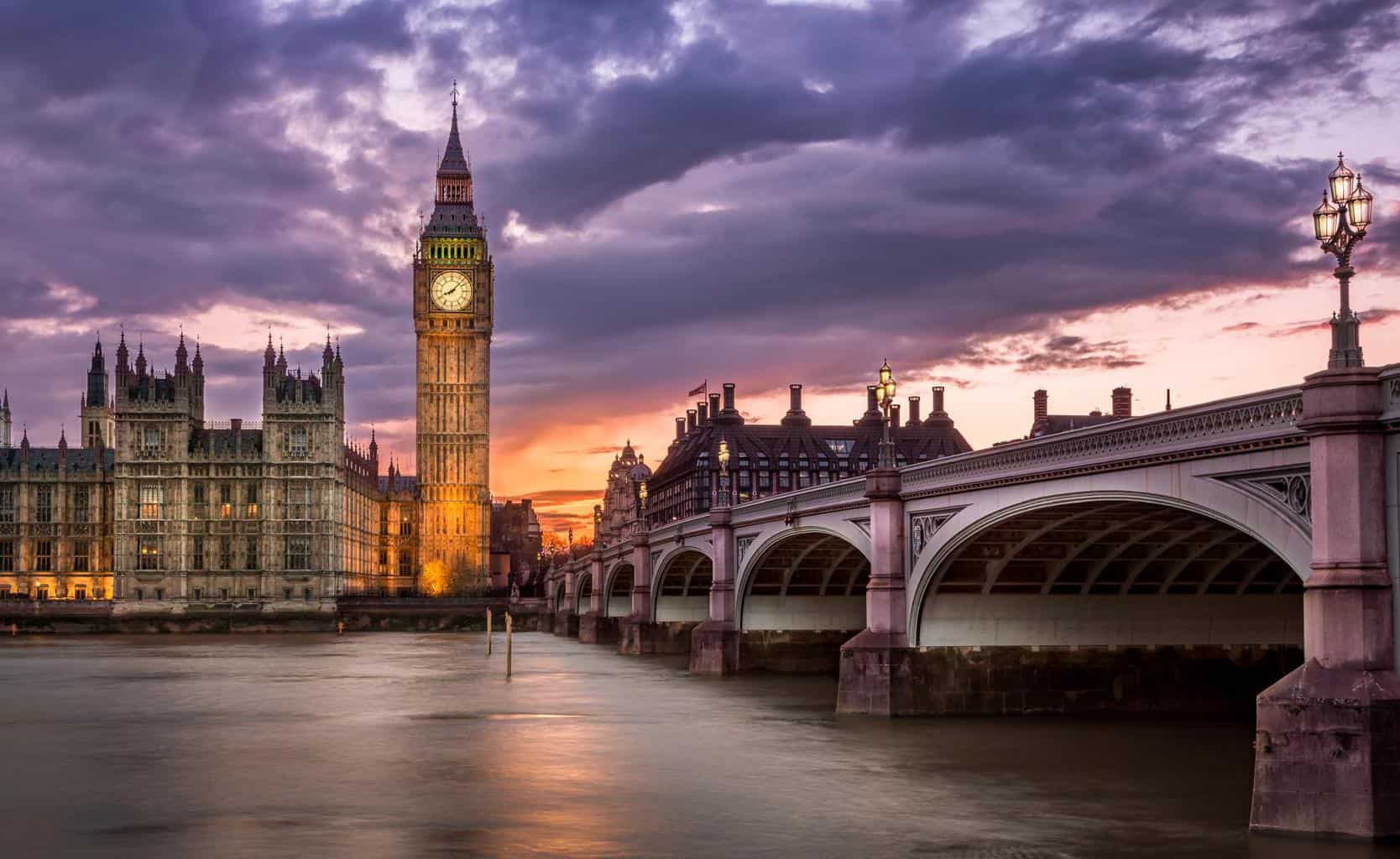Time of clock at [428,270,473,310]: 8:07
